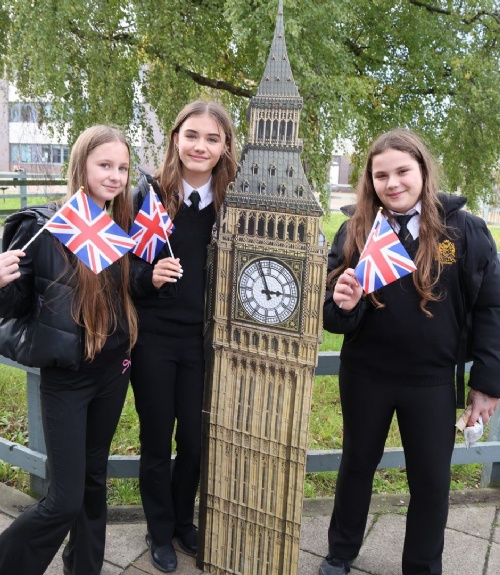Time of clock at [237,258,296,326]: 2:56
